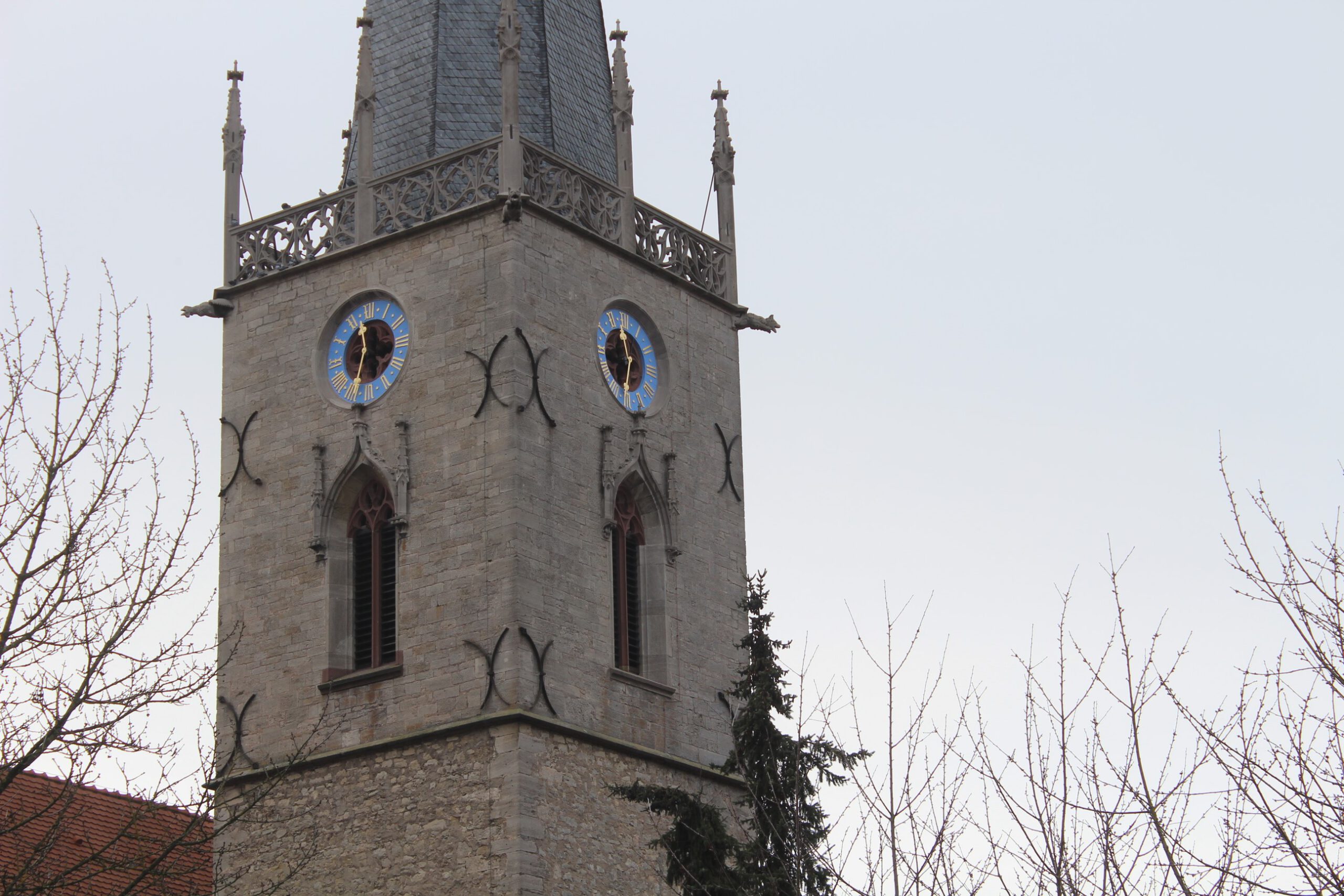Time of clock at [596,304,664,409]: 11:33
